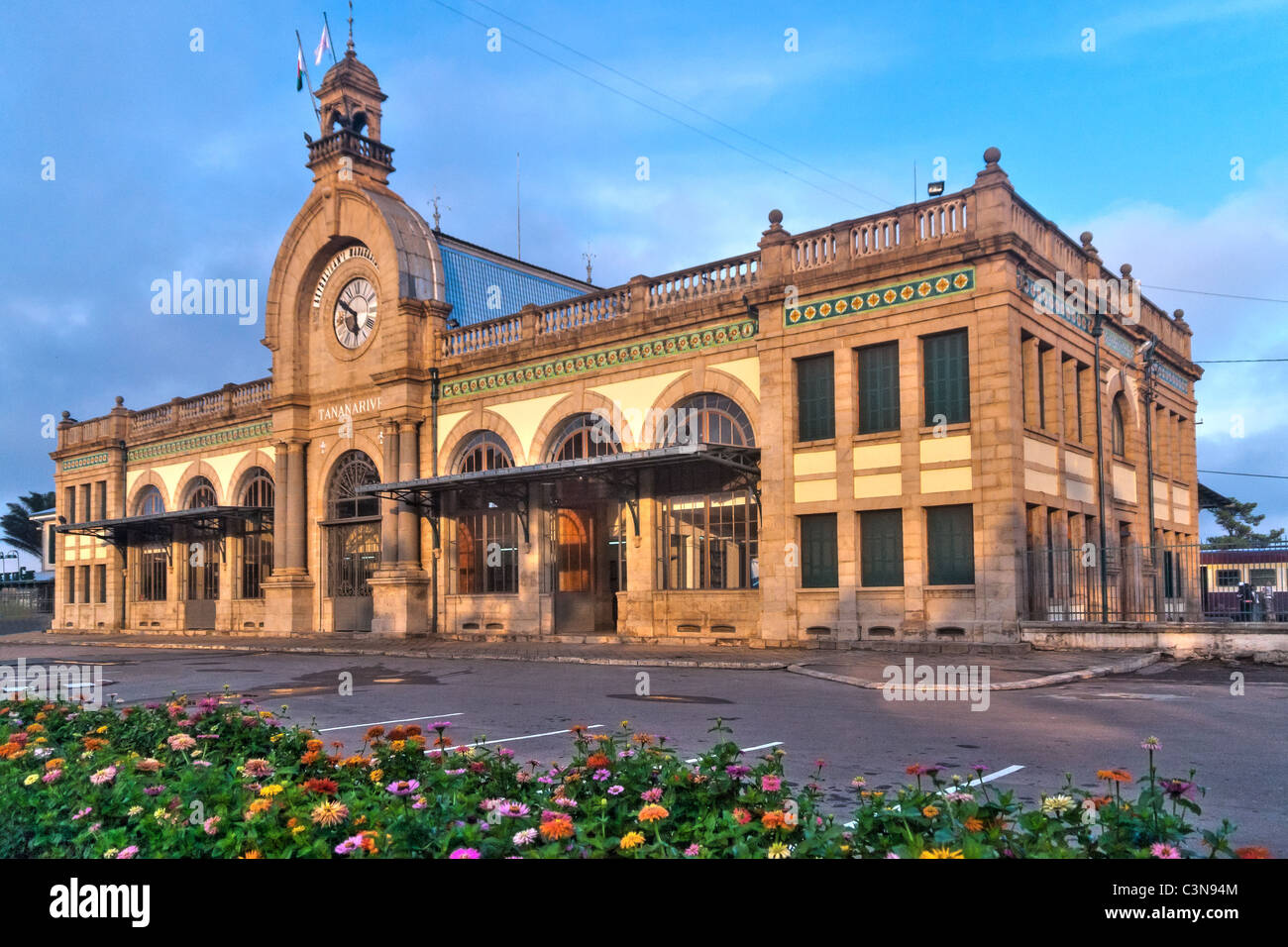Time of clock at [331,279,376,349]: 5:49
